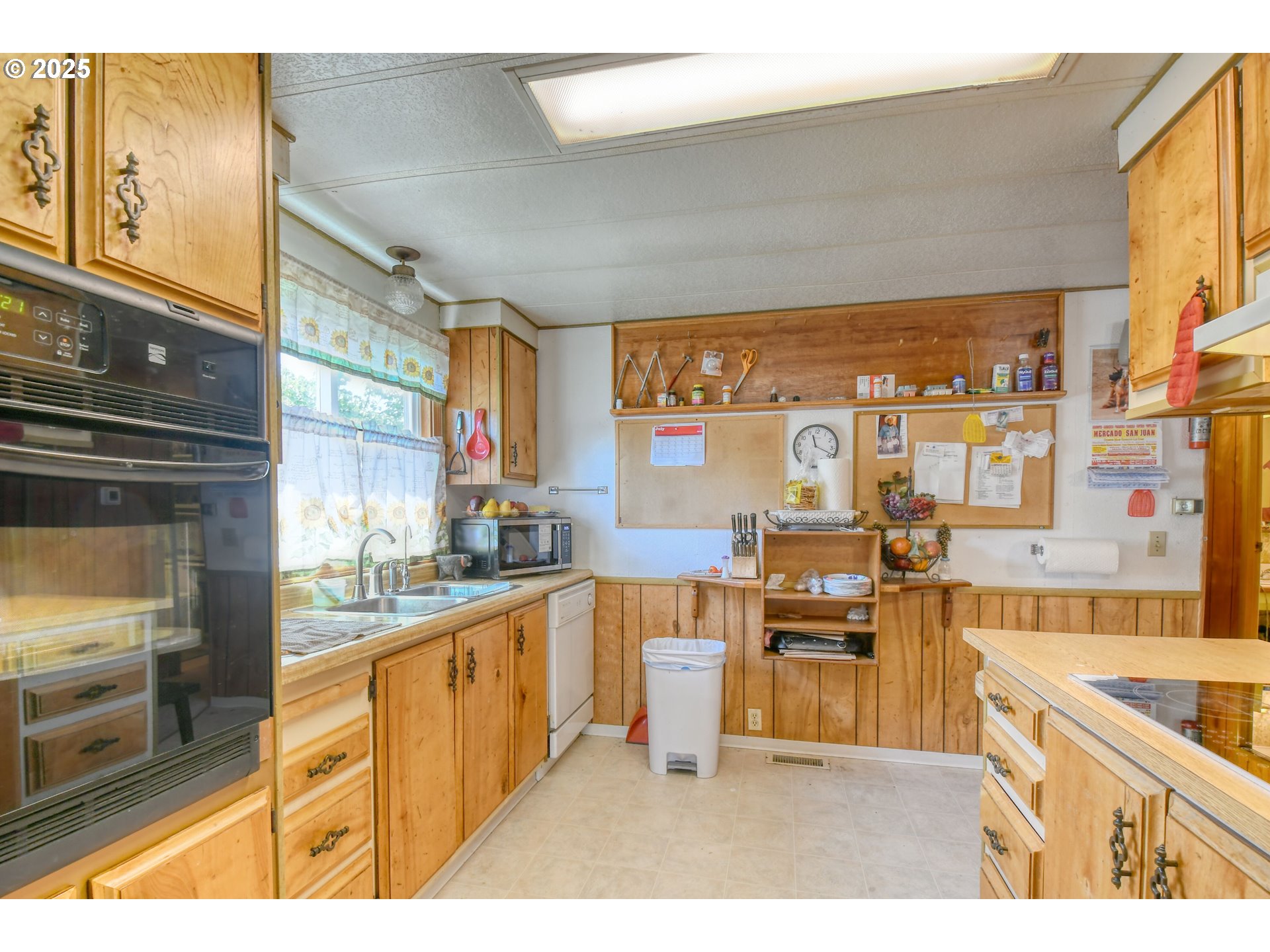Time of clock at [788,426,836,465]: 11:18
